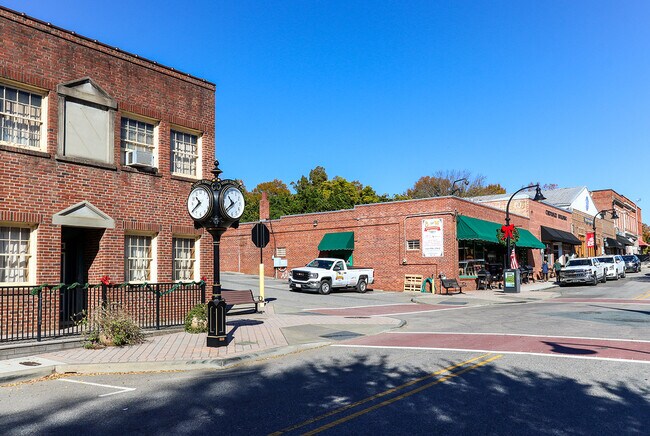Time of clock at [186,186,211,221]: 10:39
